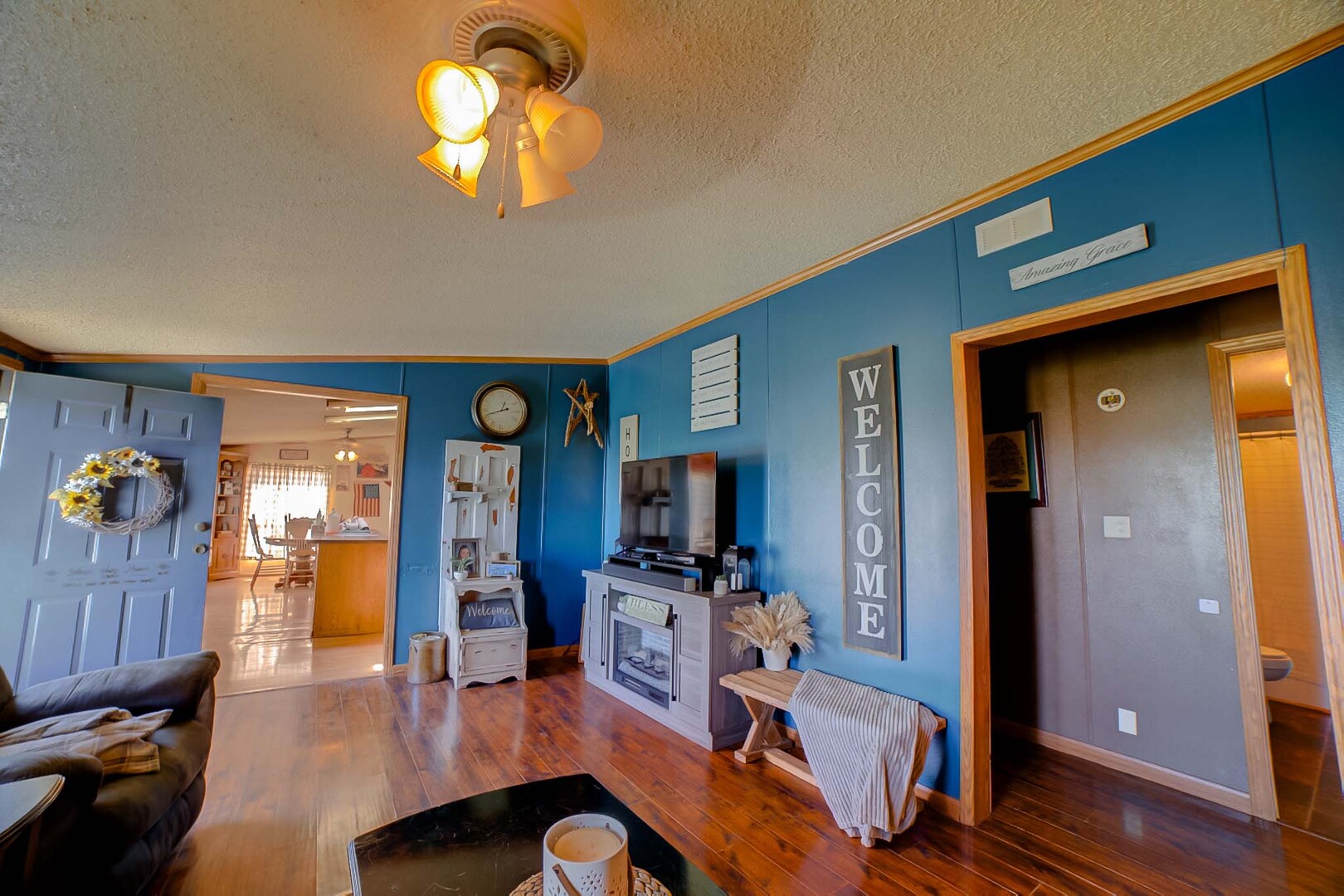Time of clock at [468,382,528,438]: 12:42
